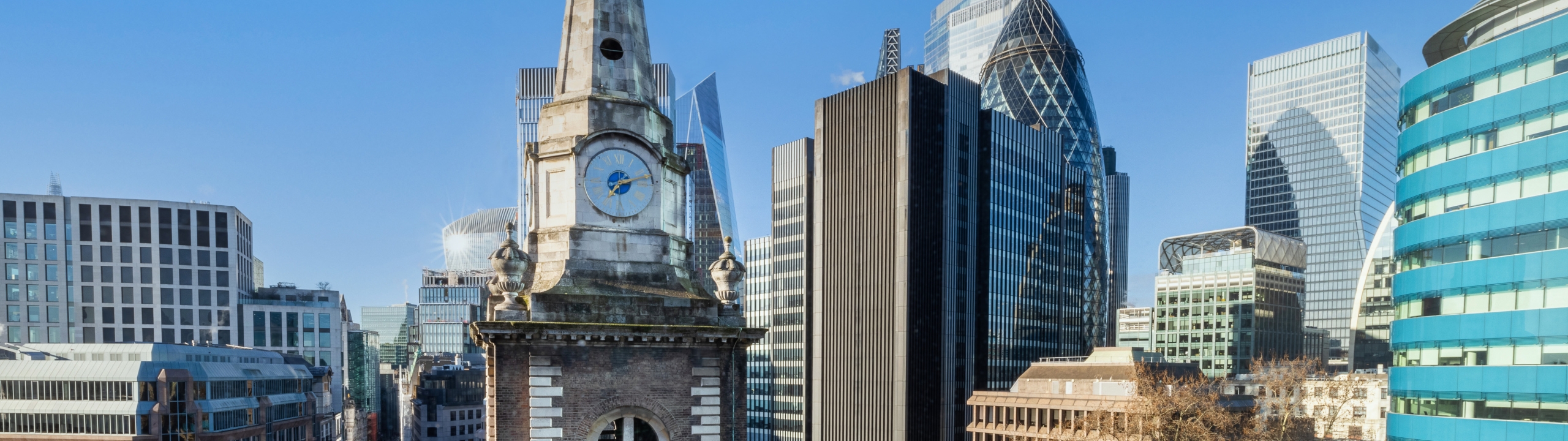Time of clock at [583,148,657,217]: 7:12
